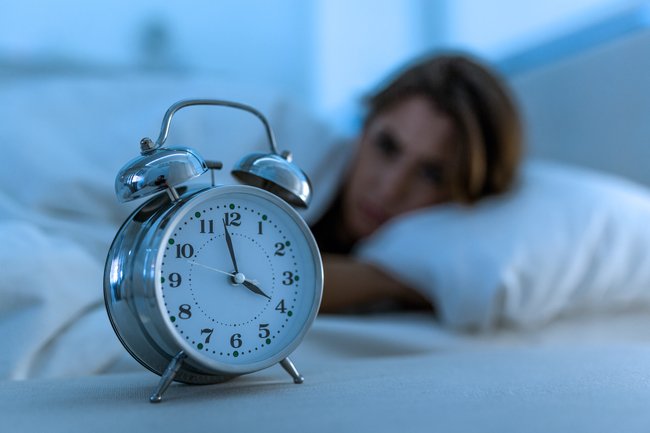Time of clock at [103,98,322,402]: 3:58
